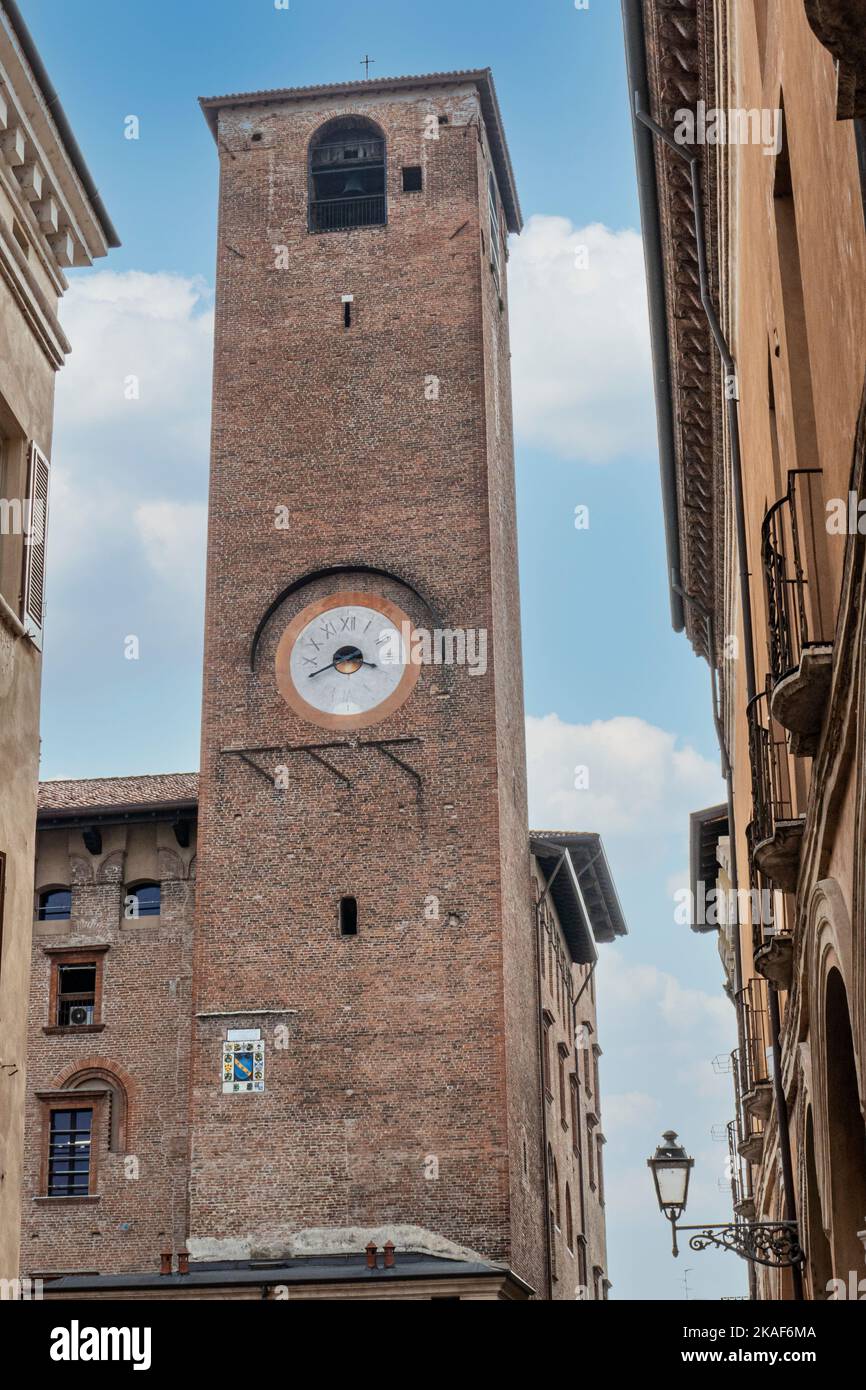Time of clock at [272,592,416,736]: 3:40
